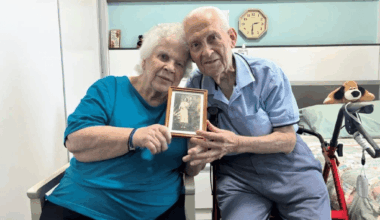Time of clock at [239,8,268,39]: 2:30
